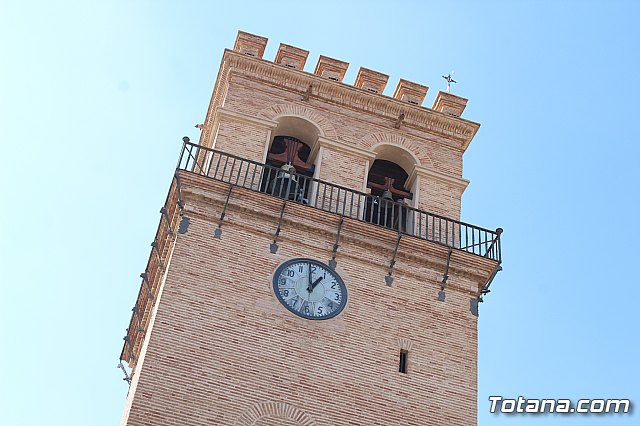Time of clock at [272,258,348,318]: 12:59
